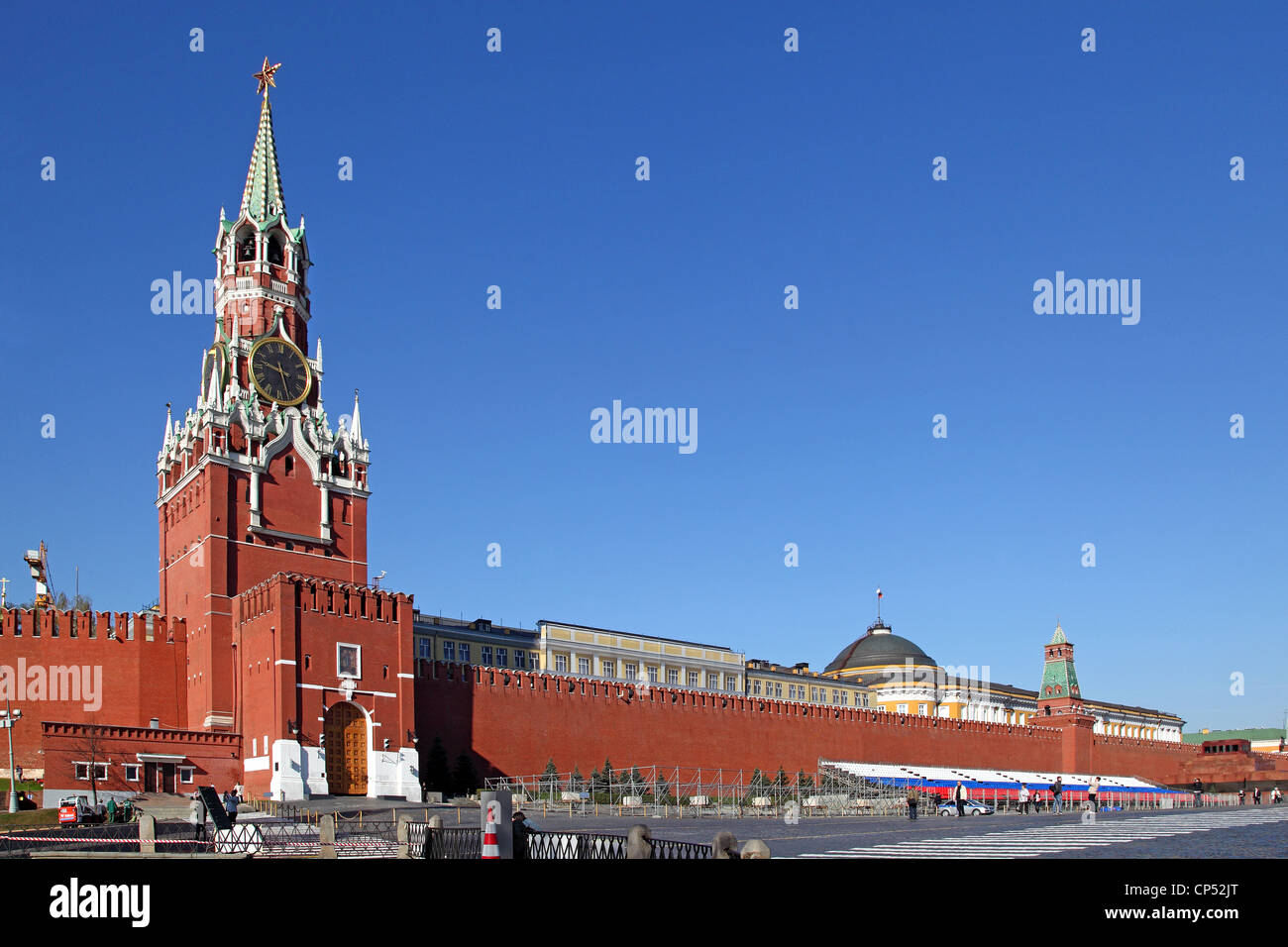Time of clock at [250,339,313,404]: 9:27
